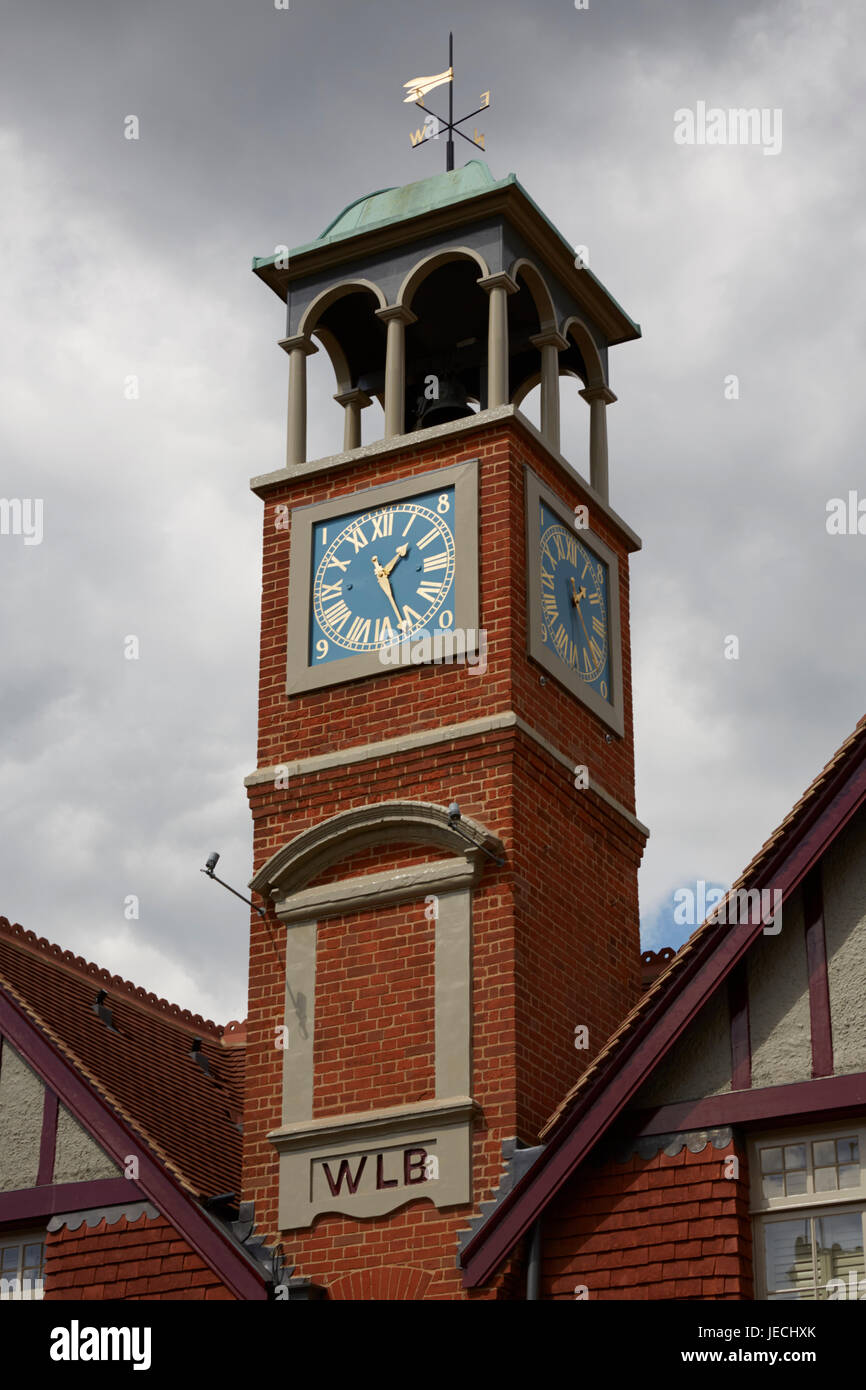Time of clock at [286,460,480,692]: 1:26
